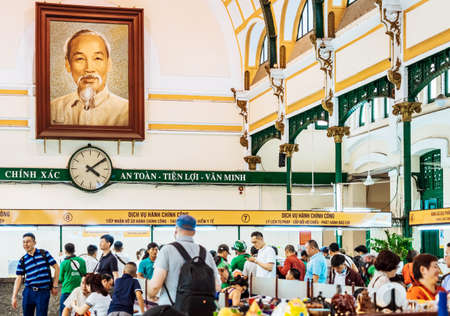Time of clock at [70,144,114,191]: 4:09
